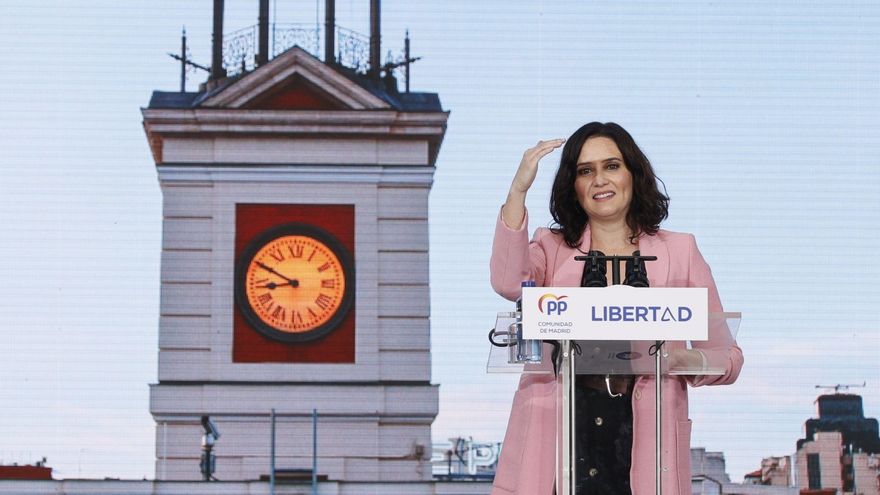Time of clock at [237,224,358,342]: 8:49
